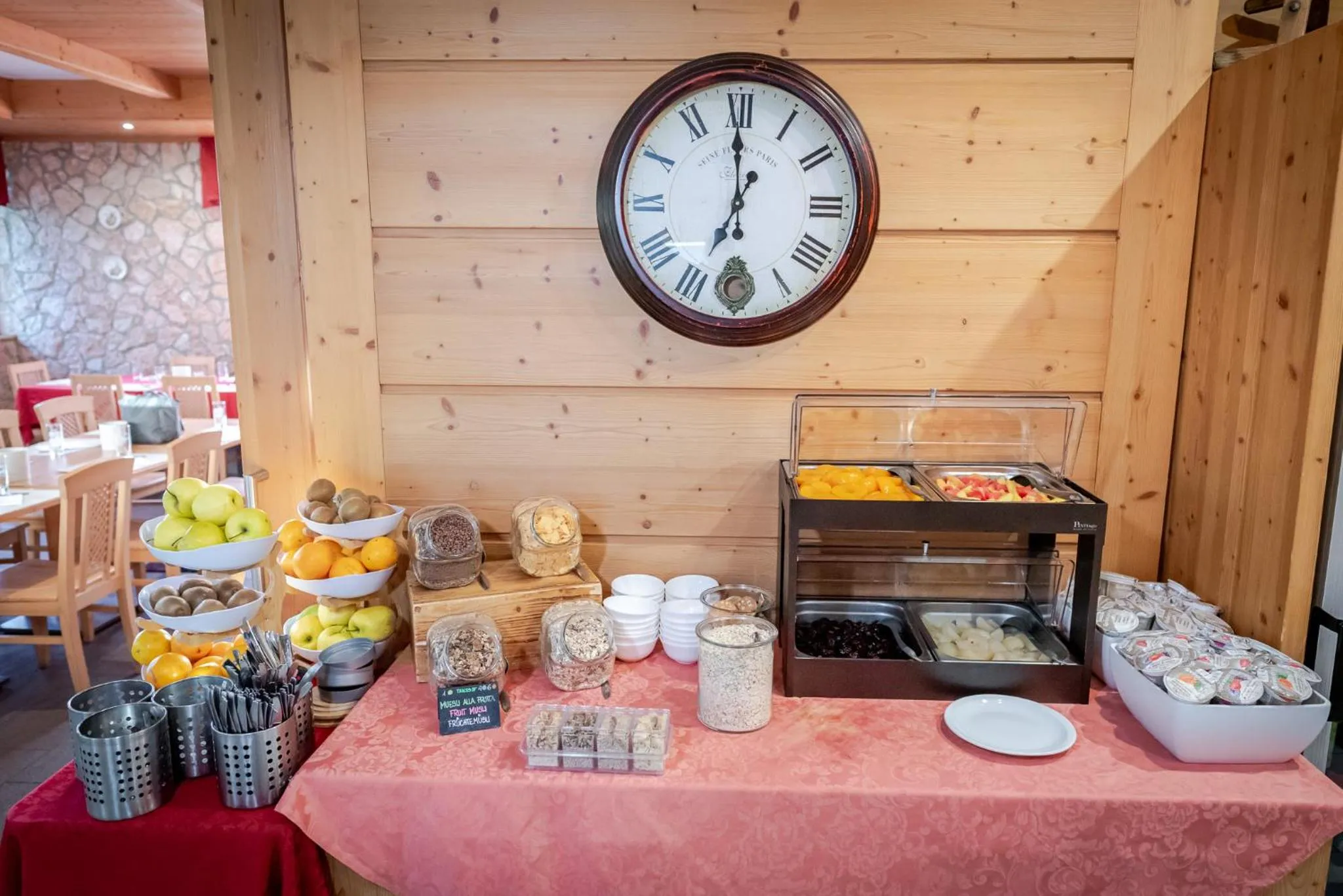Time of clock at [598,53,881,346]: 6:59
